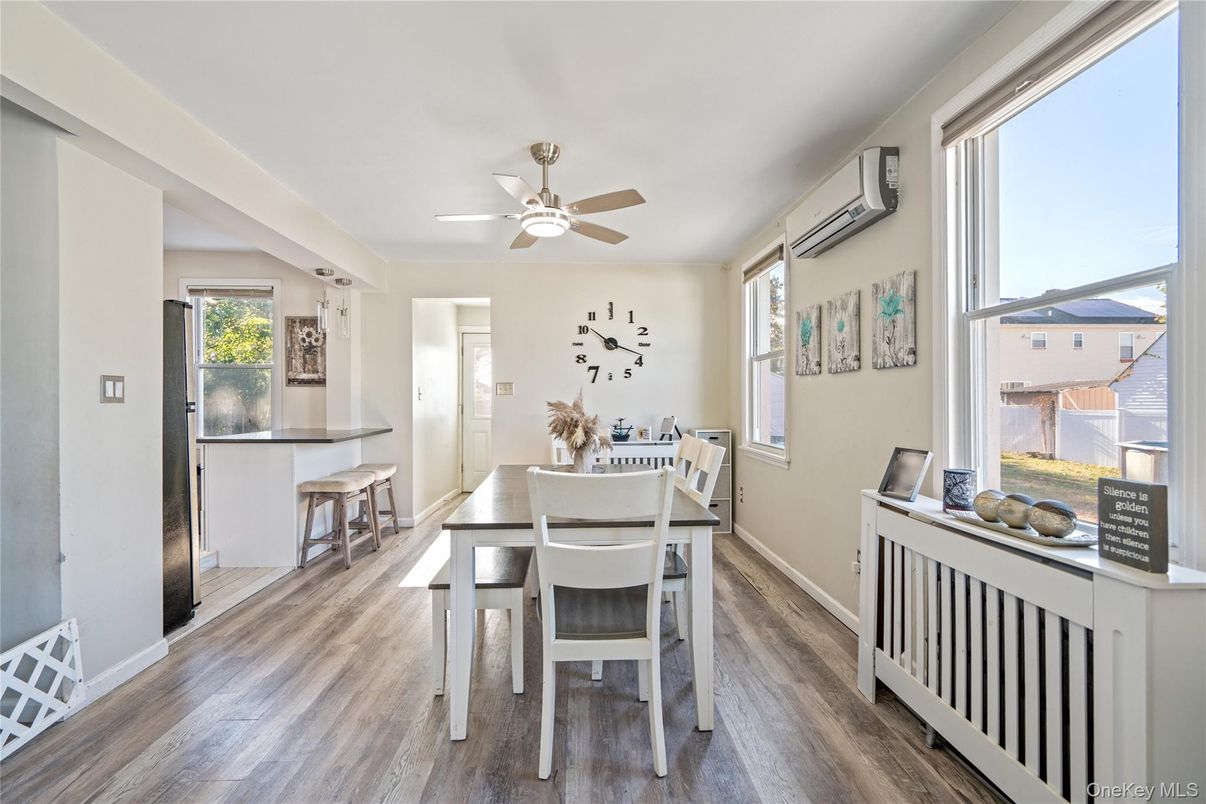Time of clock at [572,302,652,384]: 10:18
